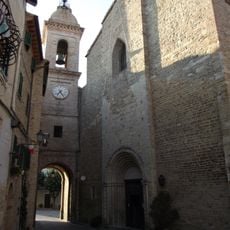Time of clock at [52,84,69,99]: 7:24
